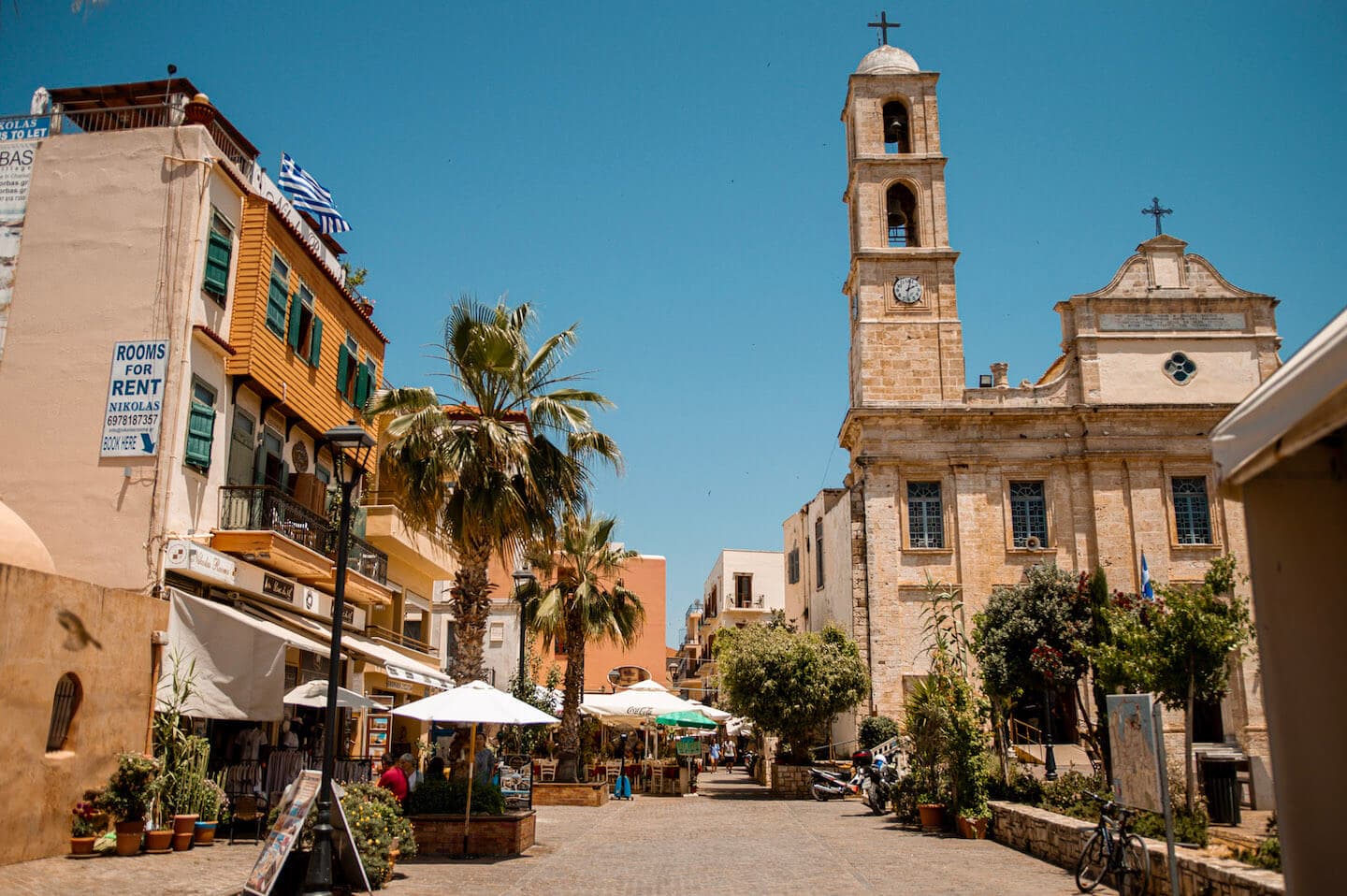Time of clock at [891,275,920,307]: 2:02
